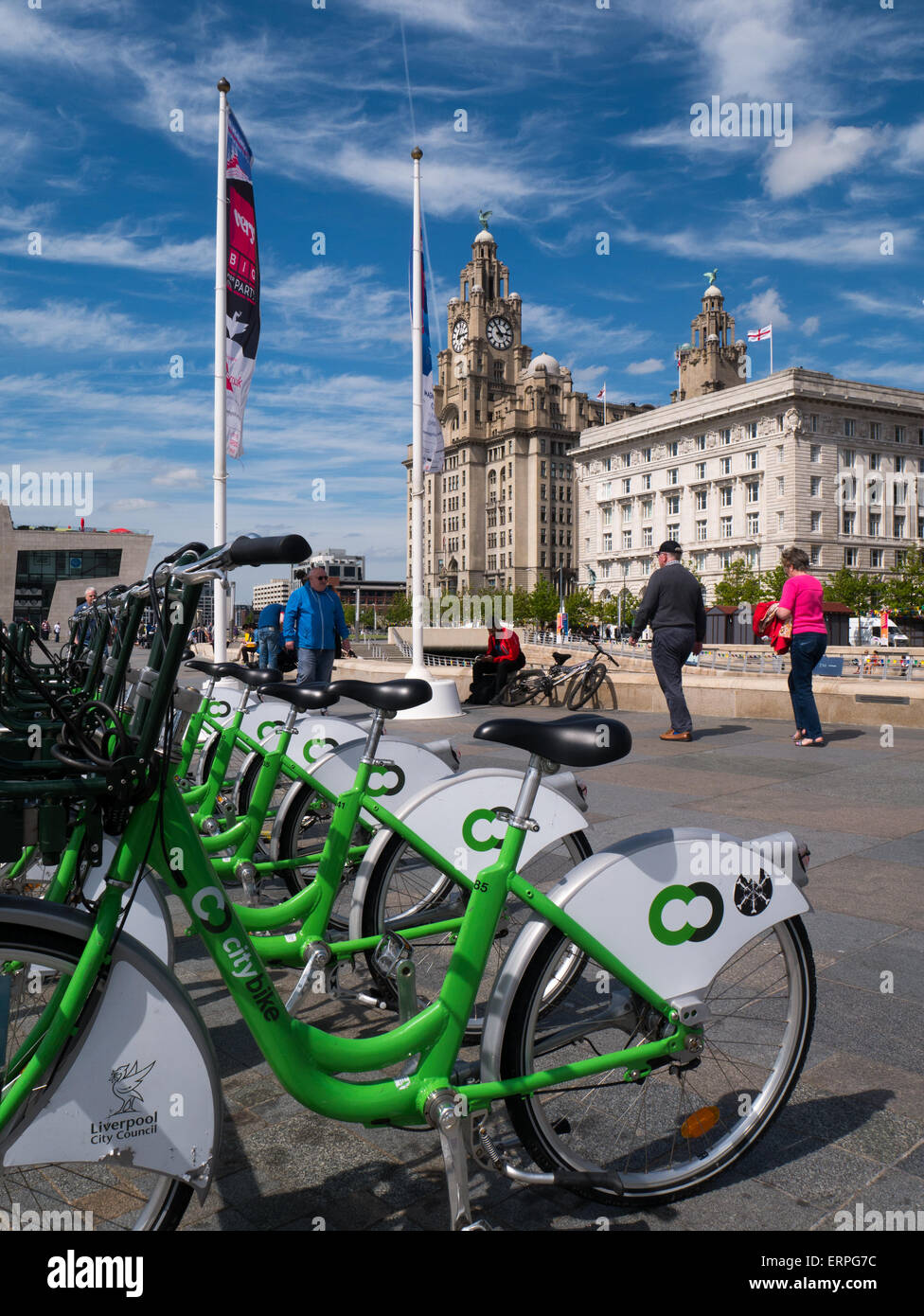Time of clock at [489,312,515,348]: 2:54
